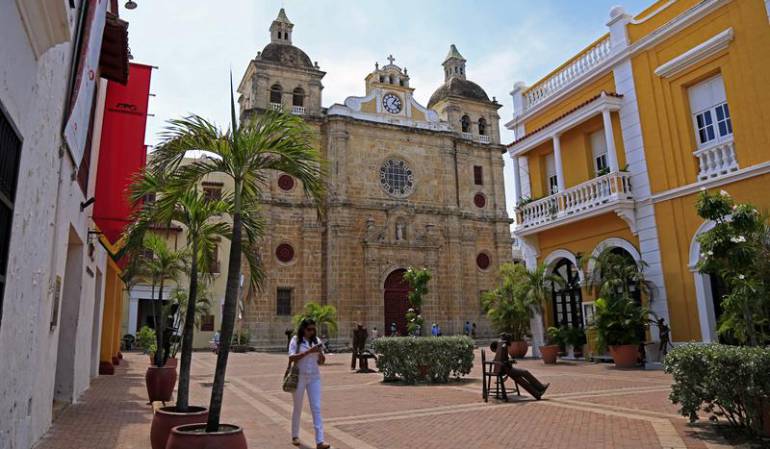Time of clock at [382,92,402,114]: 1:18
